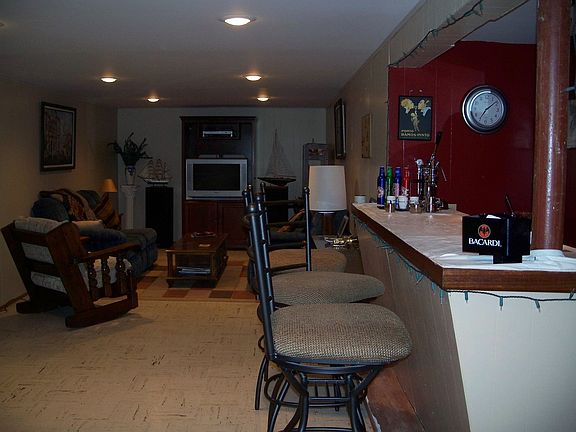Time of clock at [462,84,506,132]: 7:08
